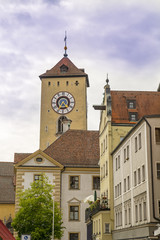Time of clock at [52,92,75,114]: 4:35
